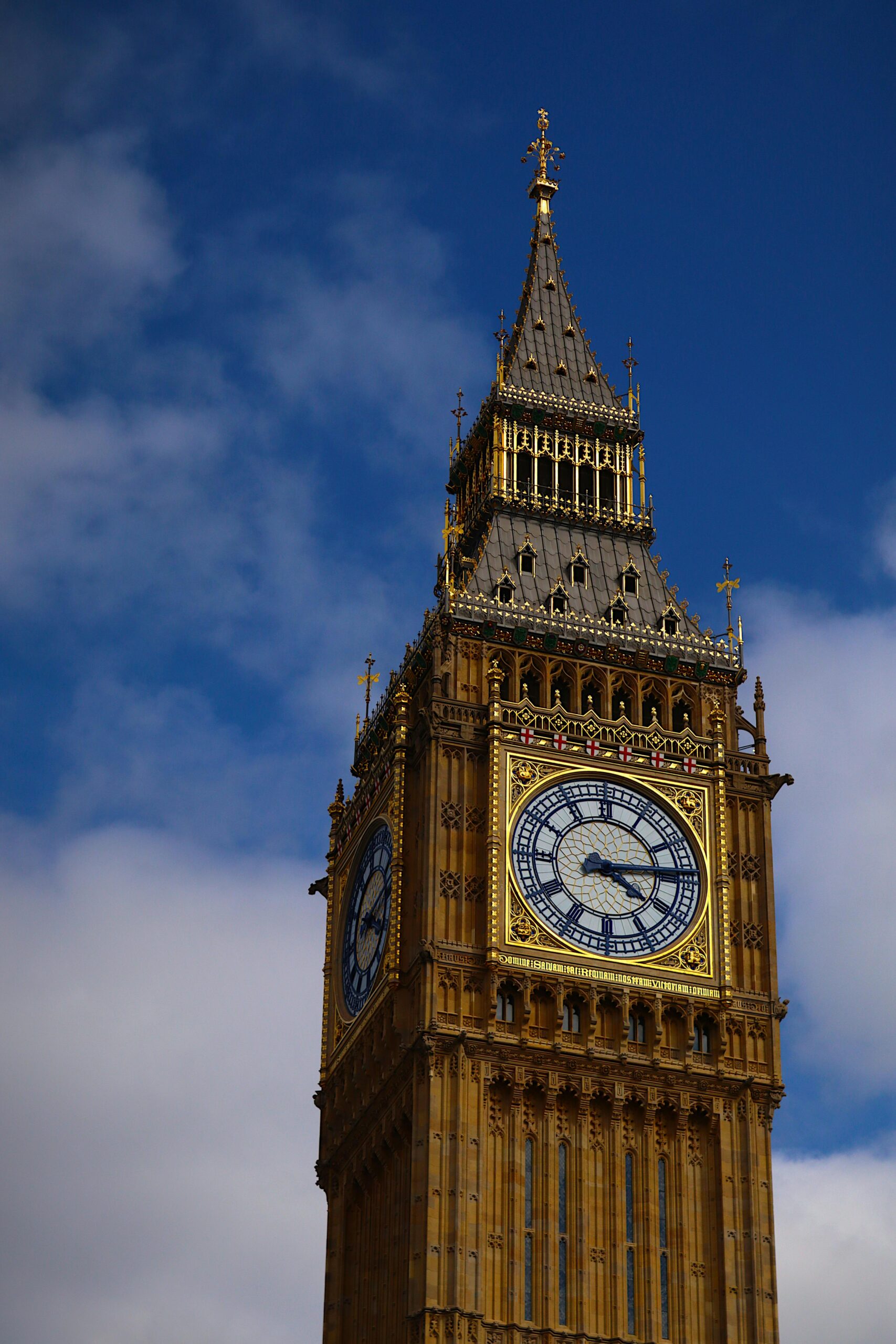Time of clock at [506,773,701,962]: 4:13
